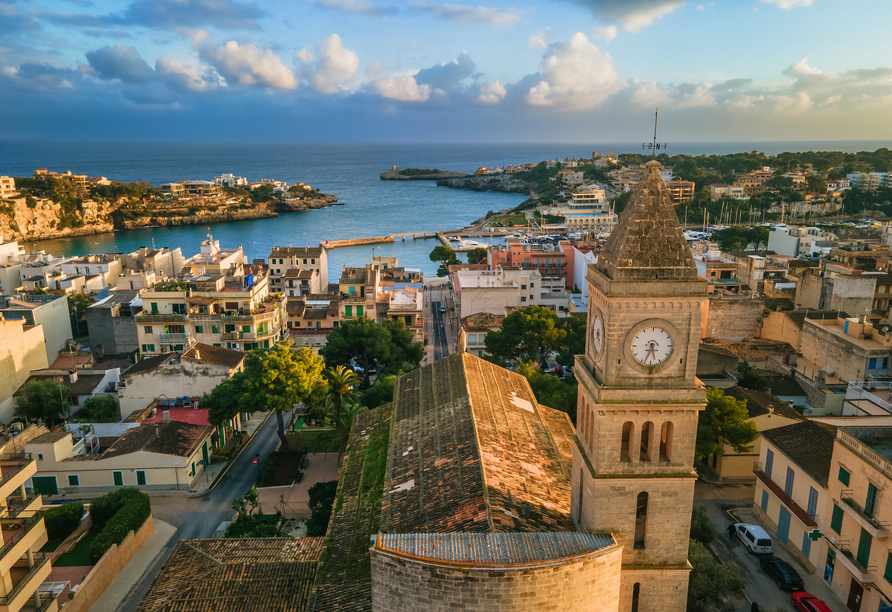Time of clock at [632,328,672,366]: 5:33
